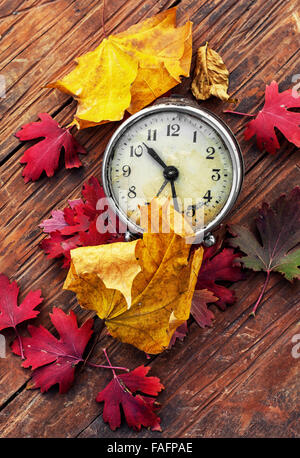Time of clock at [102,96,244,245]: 10:28
